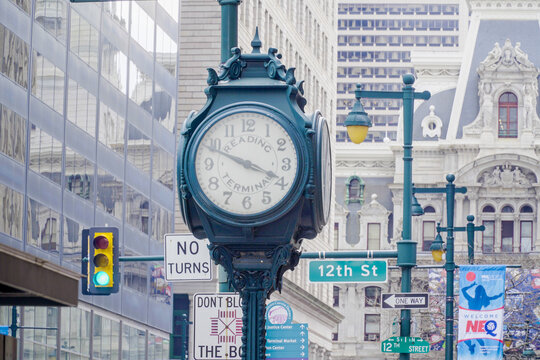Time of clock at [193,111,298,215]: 3:48
